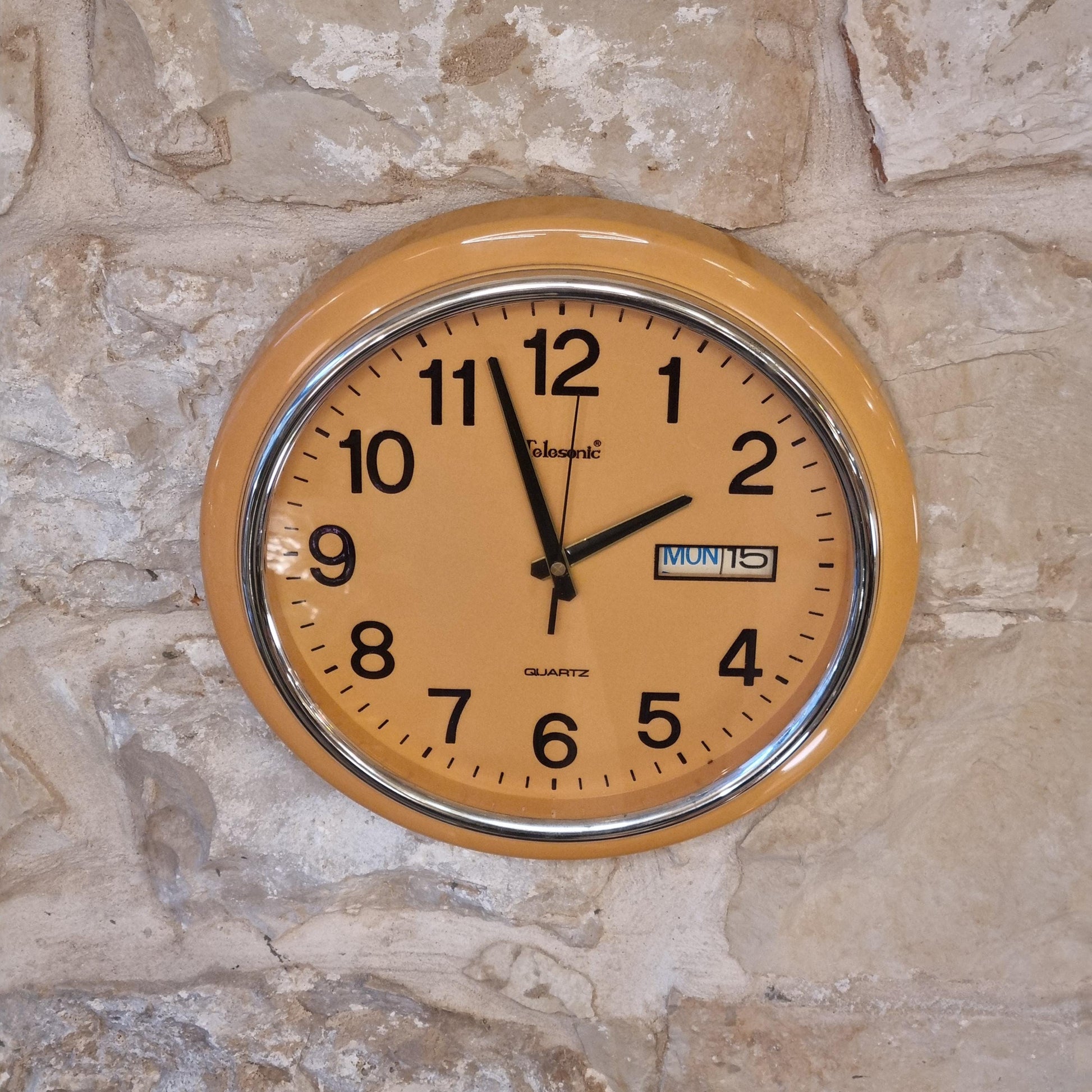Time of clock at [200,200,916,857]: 1:57
